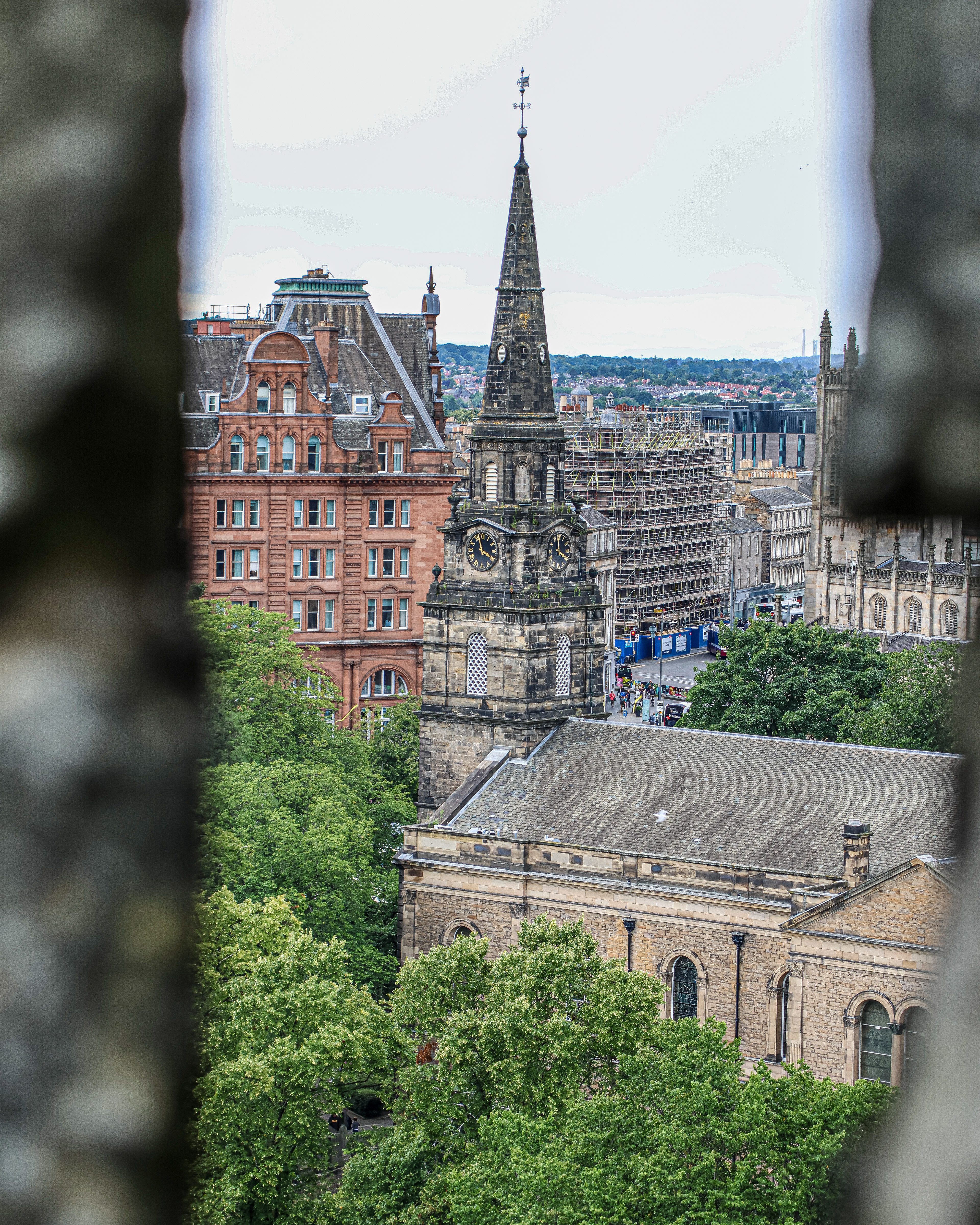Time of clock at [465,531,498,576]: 3:57
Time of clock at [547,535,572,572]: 3:58
